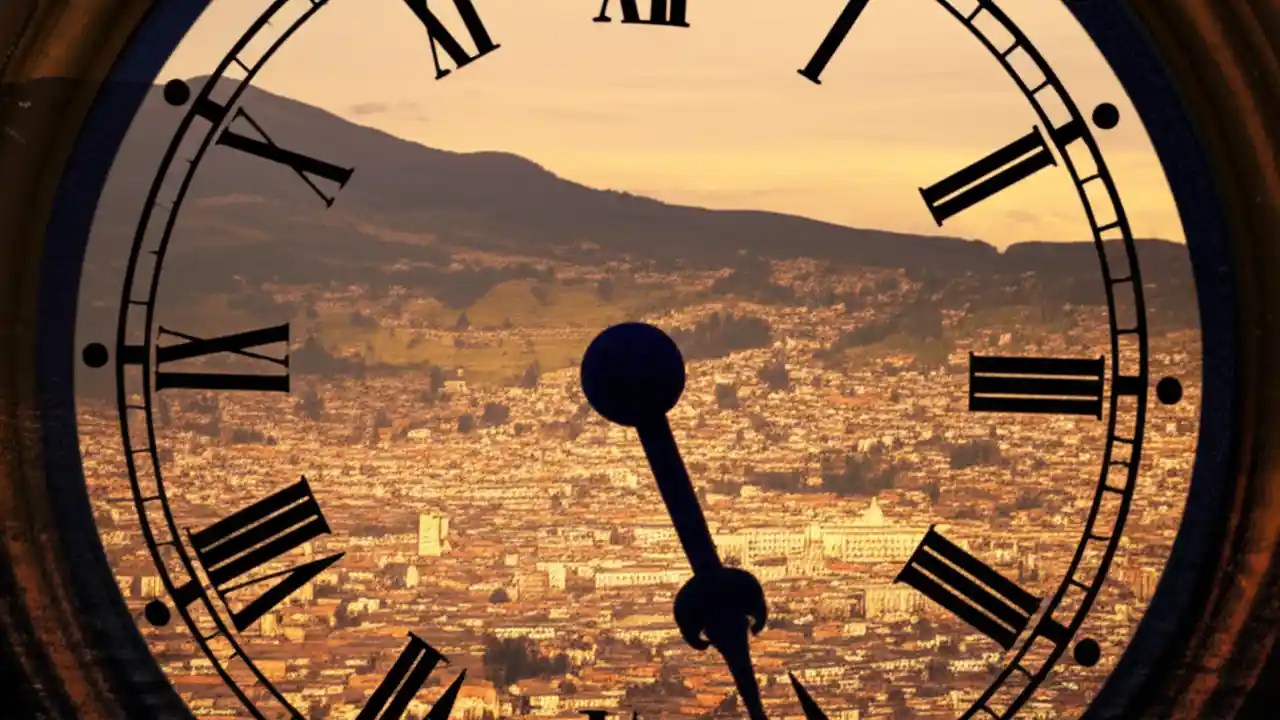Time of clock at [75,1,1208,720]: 5:26
